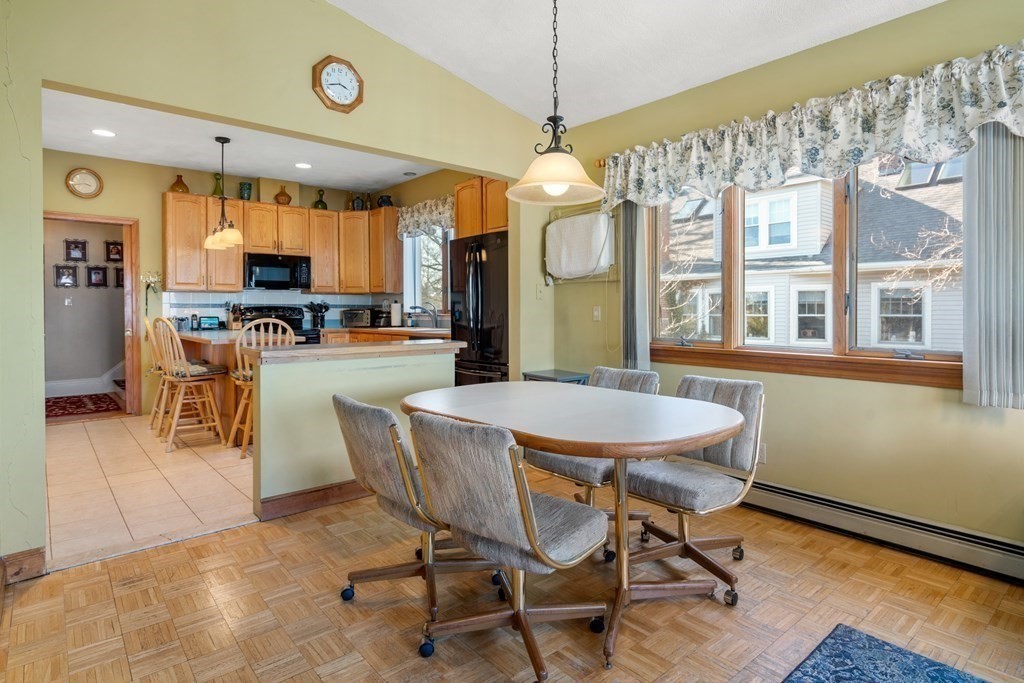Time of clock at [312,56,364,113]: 3:42
